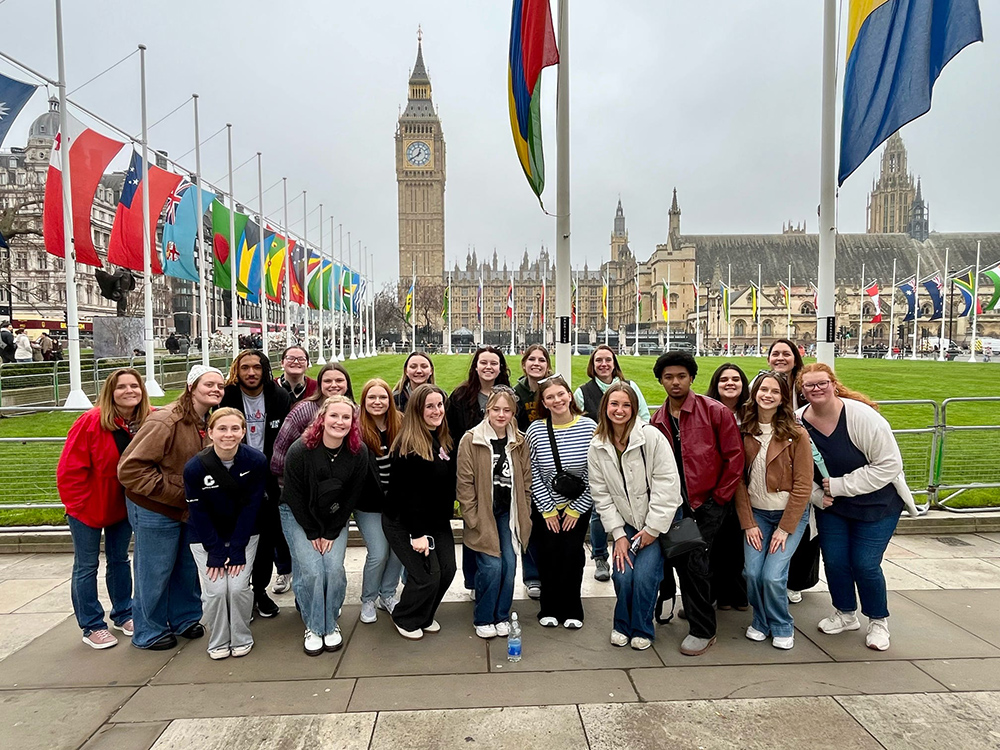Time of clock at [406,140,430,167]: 12:39
